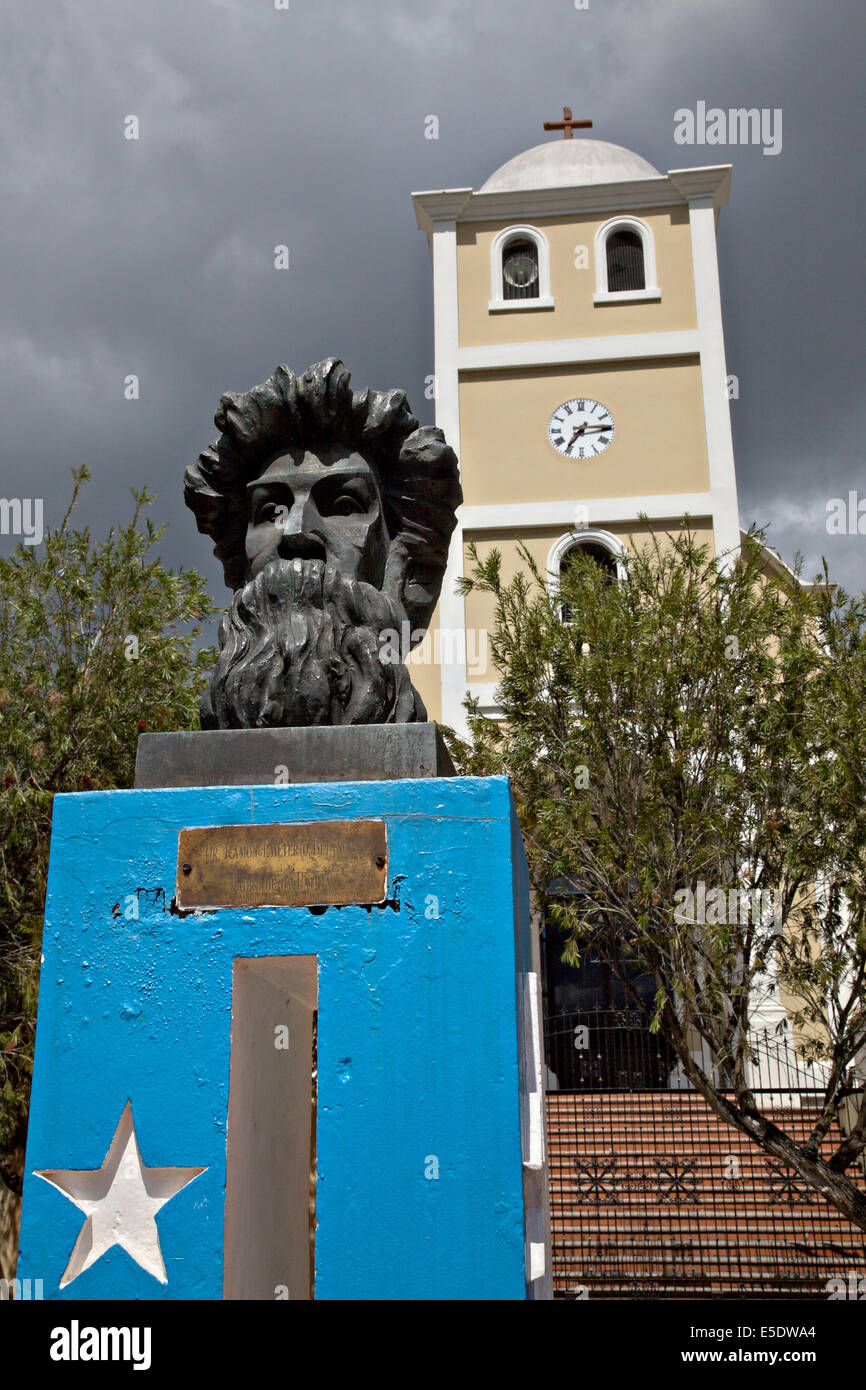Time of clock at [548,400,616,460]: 7:14
